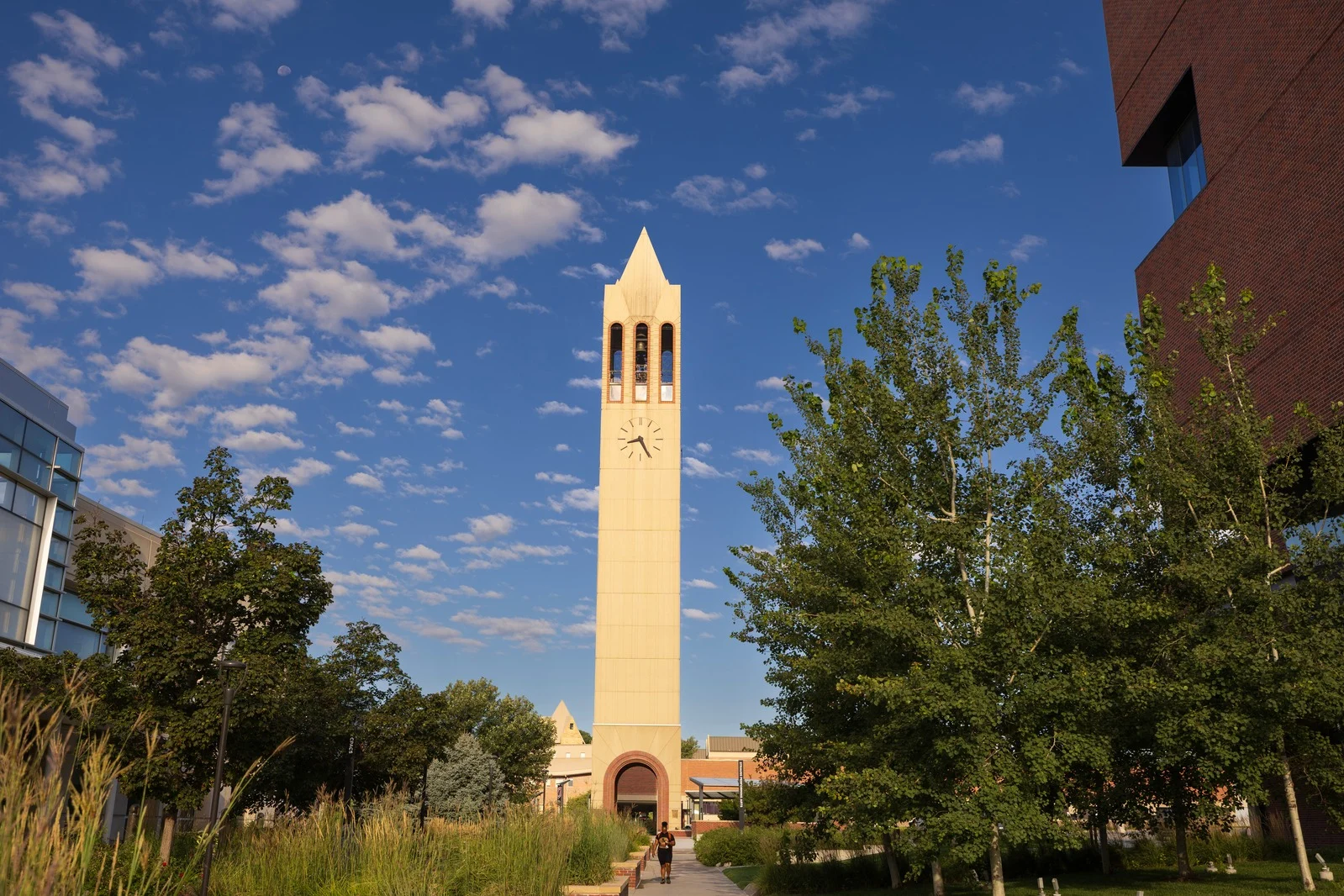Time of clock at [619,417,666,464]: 8:25
